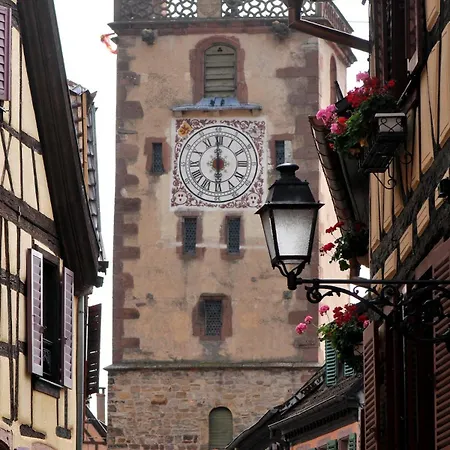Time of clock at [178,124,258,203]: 5:59
